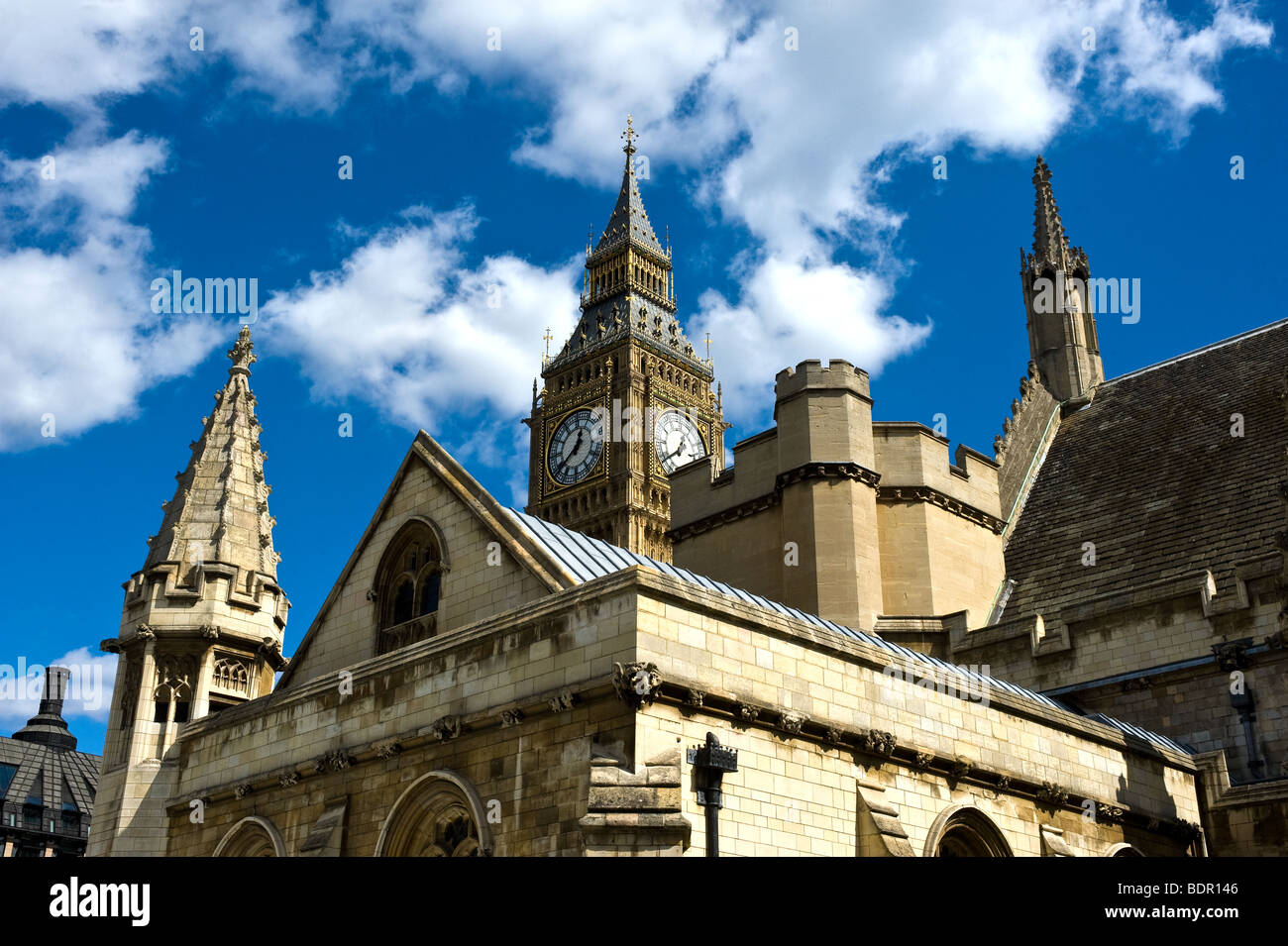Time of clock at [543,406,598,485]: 12:38
